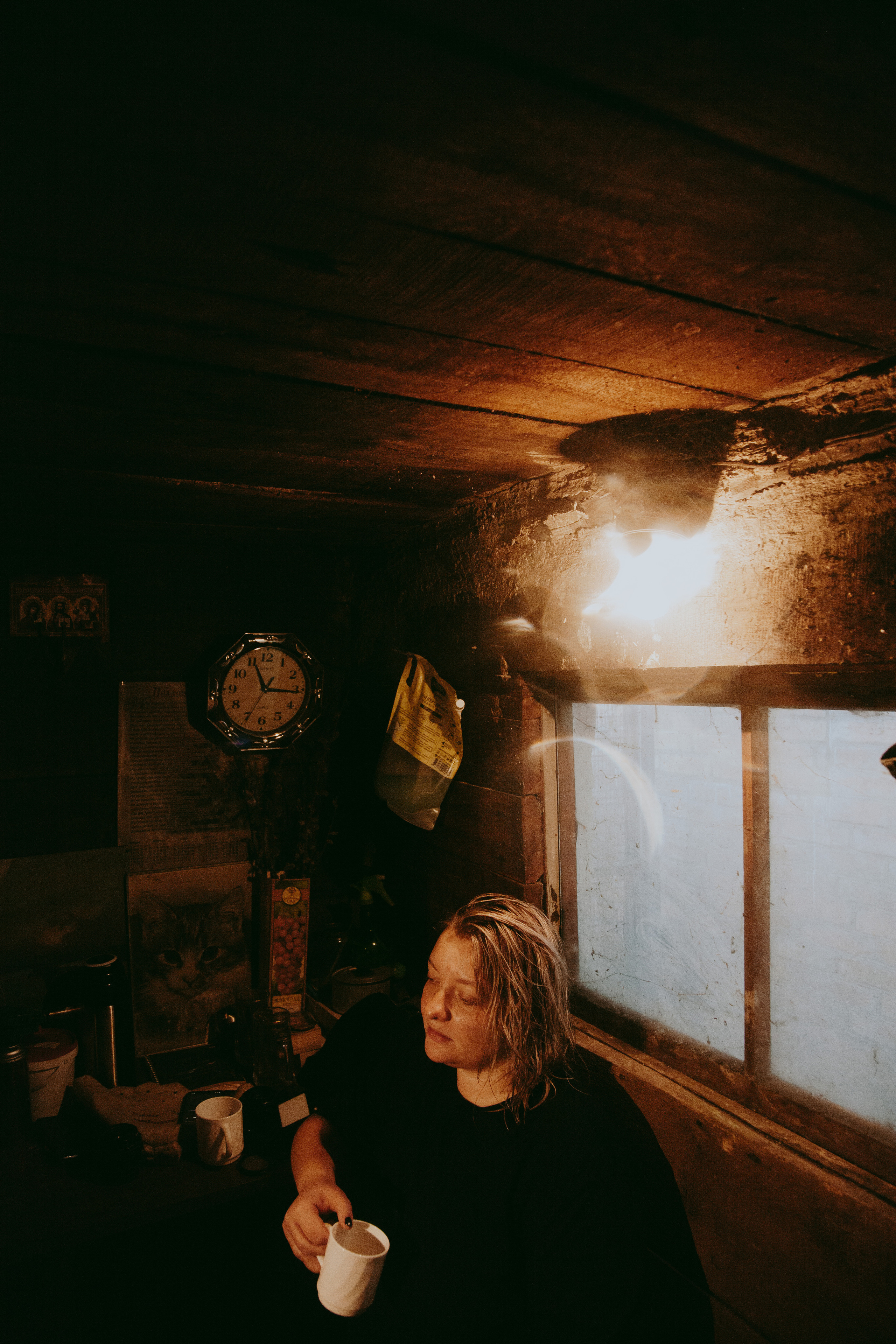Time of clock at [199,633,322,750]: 11:15
